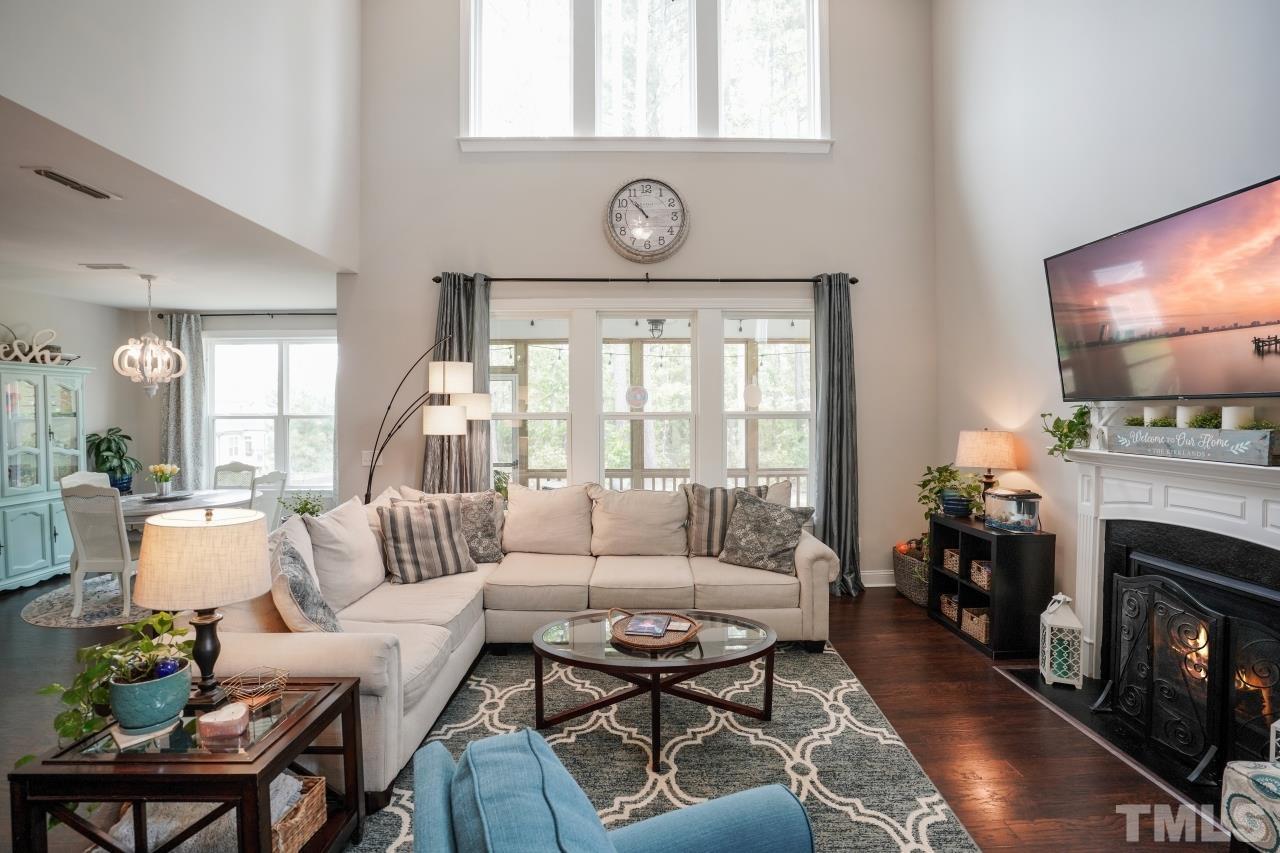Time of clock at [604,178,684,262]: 10:53
